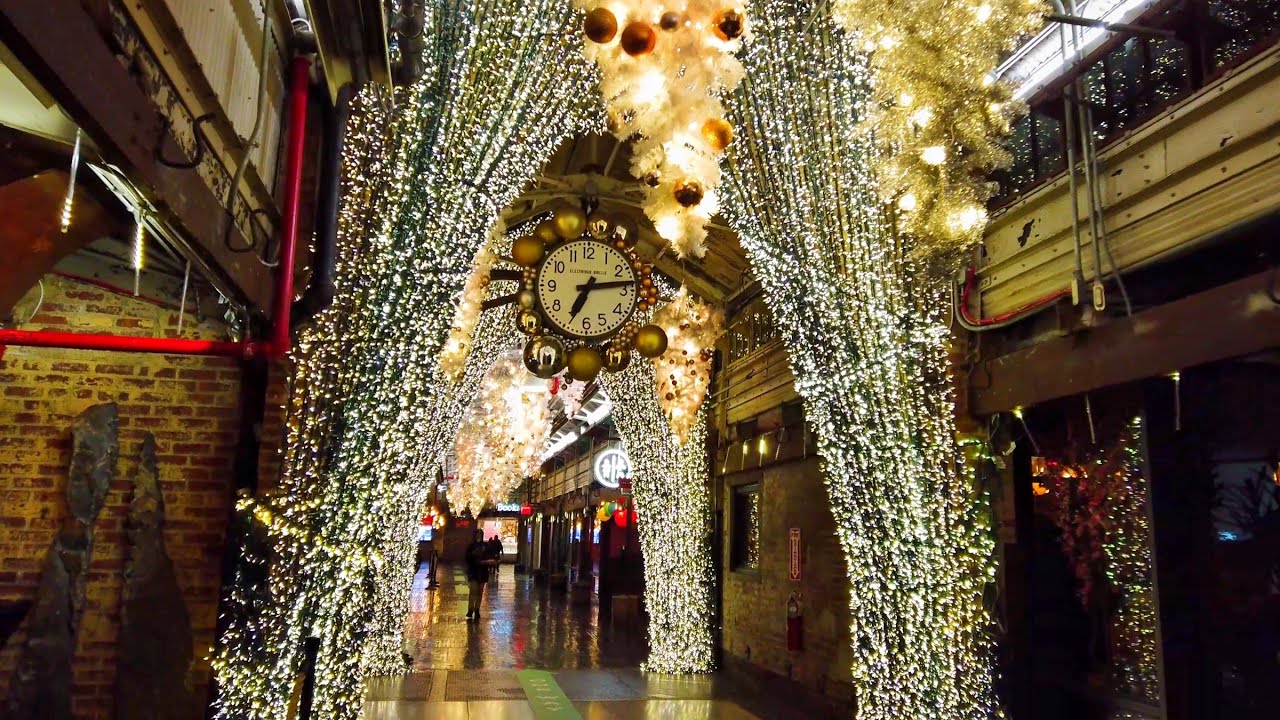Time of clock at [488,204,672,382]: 7:14
